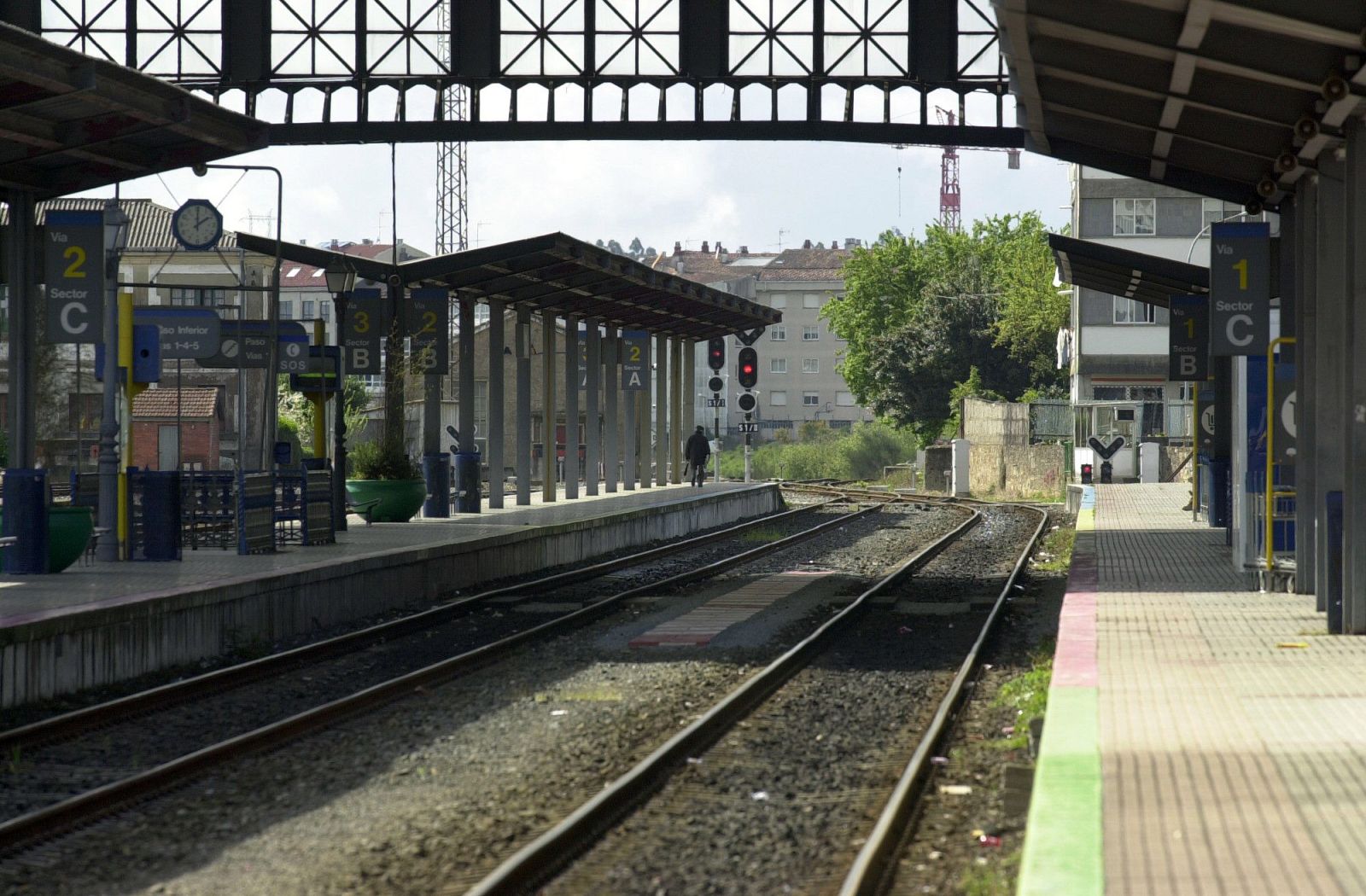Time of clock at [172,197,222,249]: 2:00
